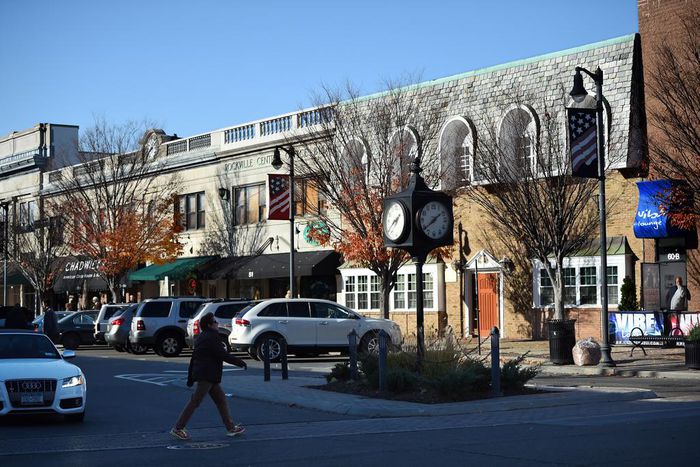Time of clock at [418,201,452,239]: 1:38
